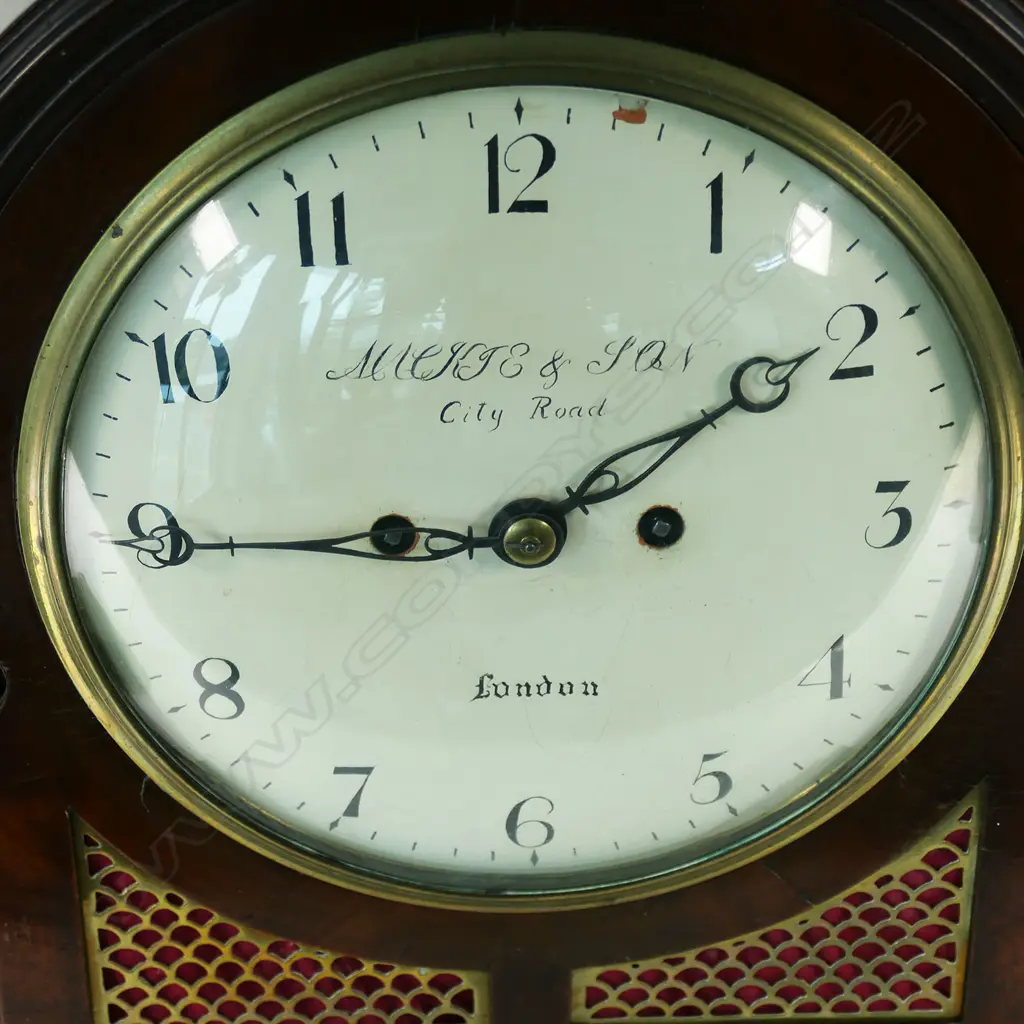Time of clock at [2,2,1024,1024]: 1:44
